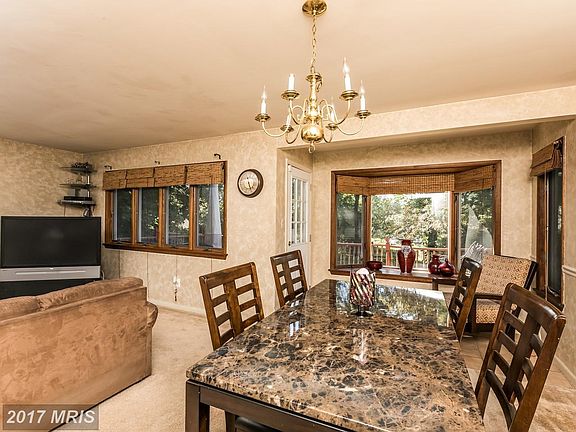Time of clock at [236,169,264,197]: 5:26
